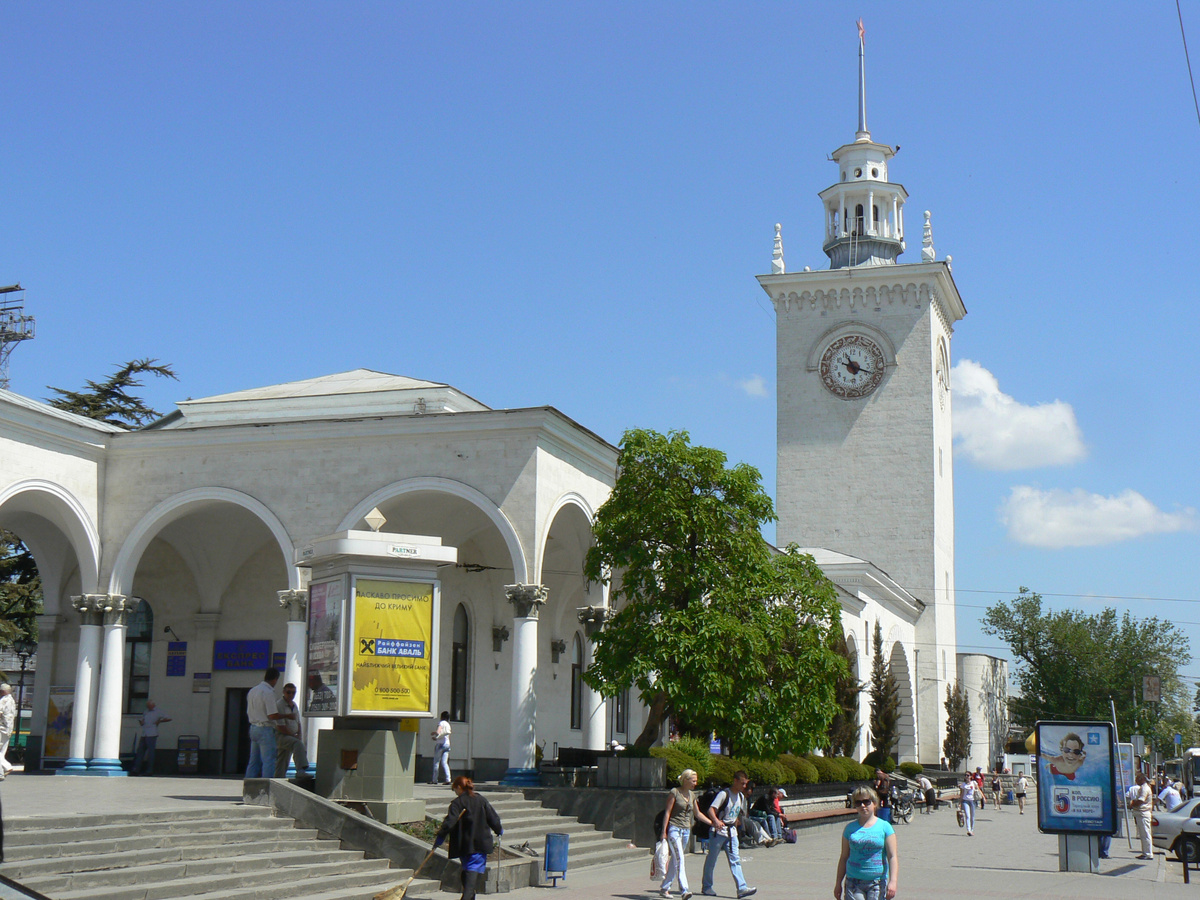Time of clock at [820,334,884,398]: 11:18
